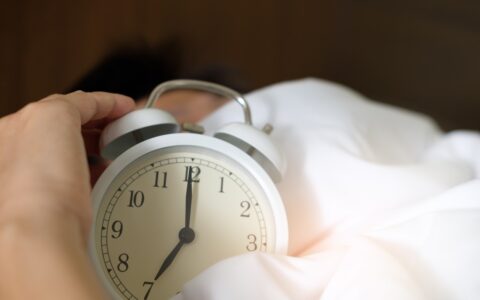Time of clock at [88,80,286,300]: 7:00
